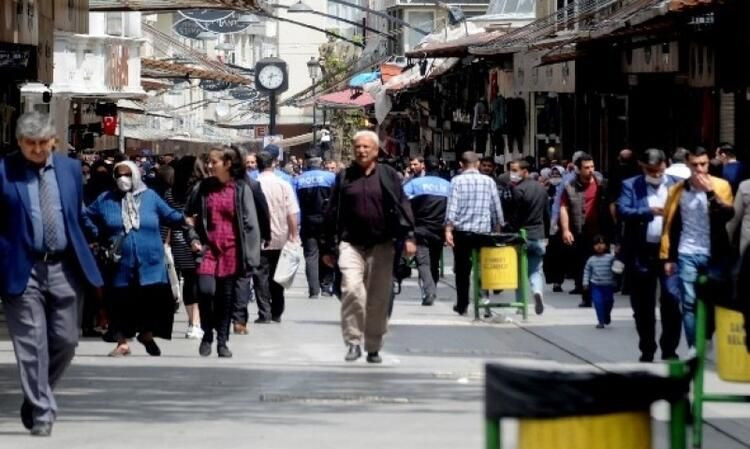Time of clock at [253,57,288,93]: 2:32
